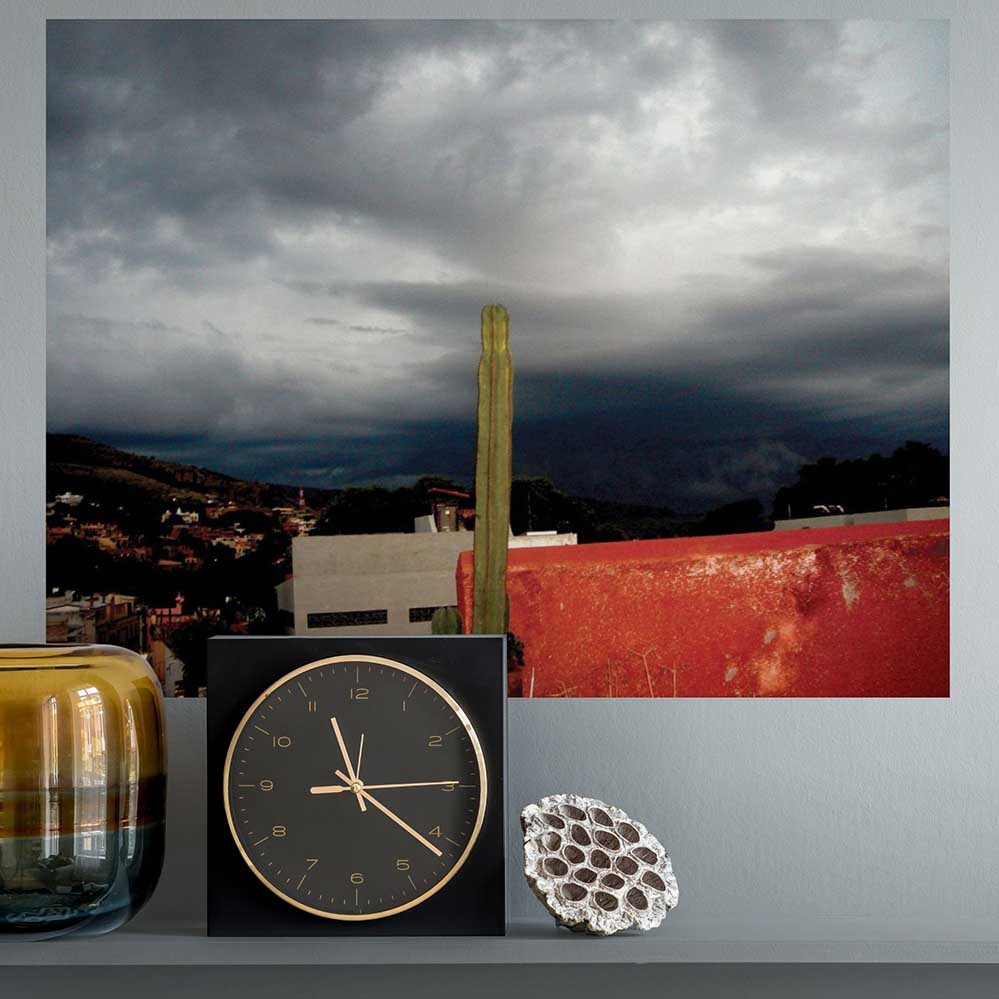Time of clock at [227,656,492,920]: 11:21
